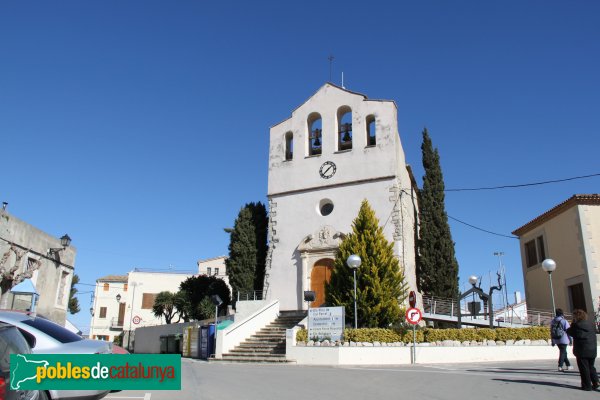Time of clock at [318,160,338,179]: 1:37
